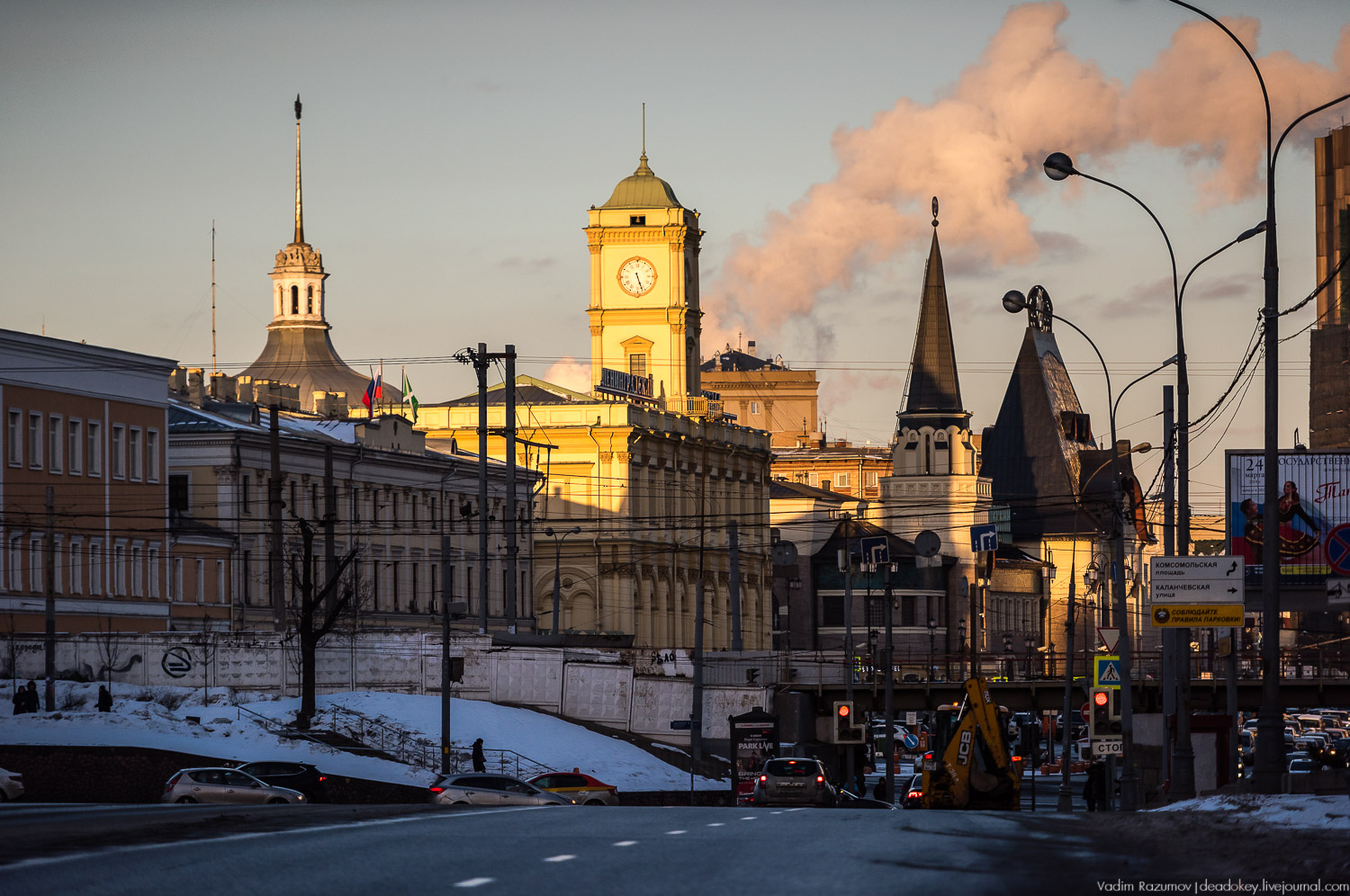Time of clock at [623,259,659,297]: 5:26
